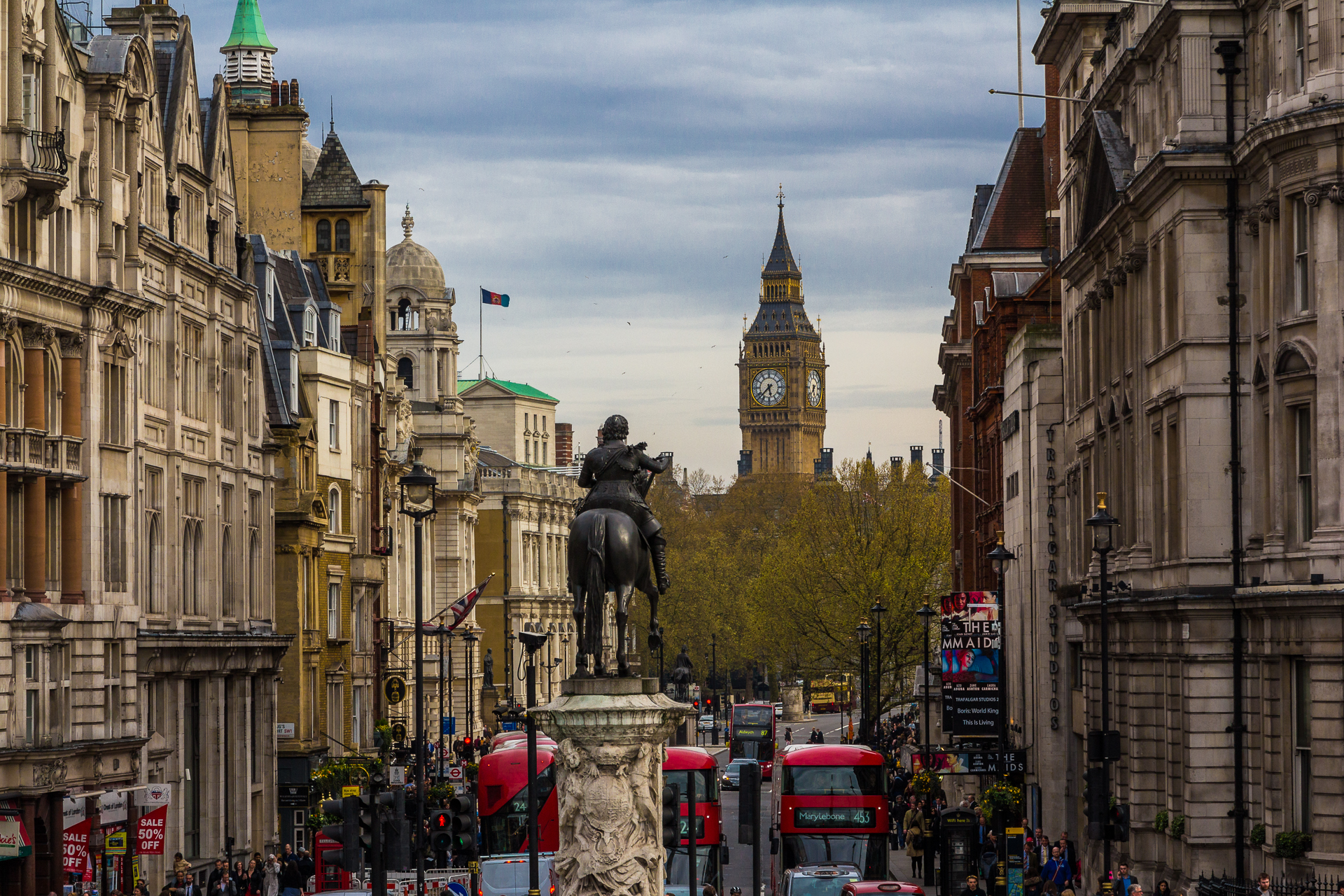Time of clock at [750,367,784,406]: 5:37
